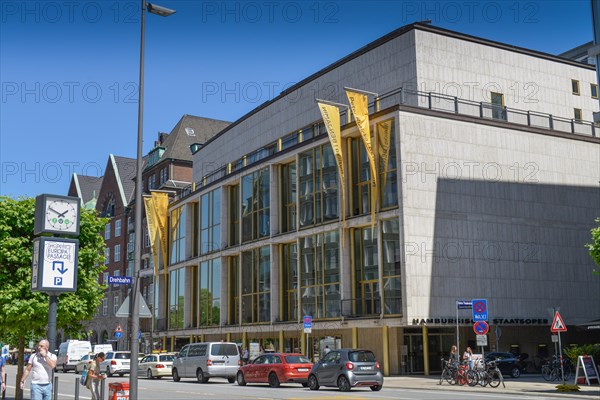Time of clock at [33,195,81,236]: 1:49
